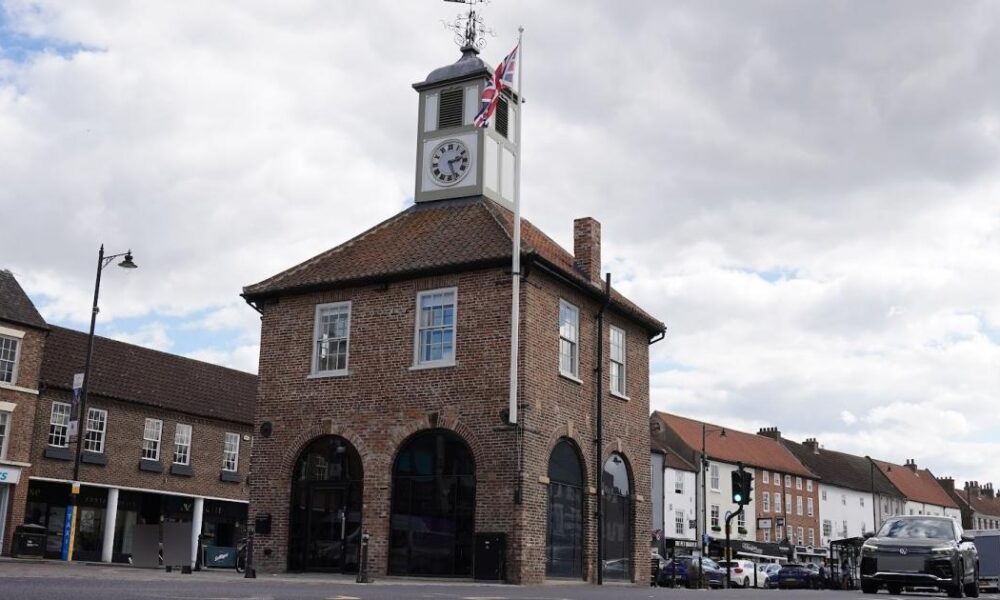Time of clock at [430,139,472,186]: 2:26
